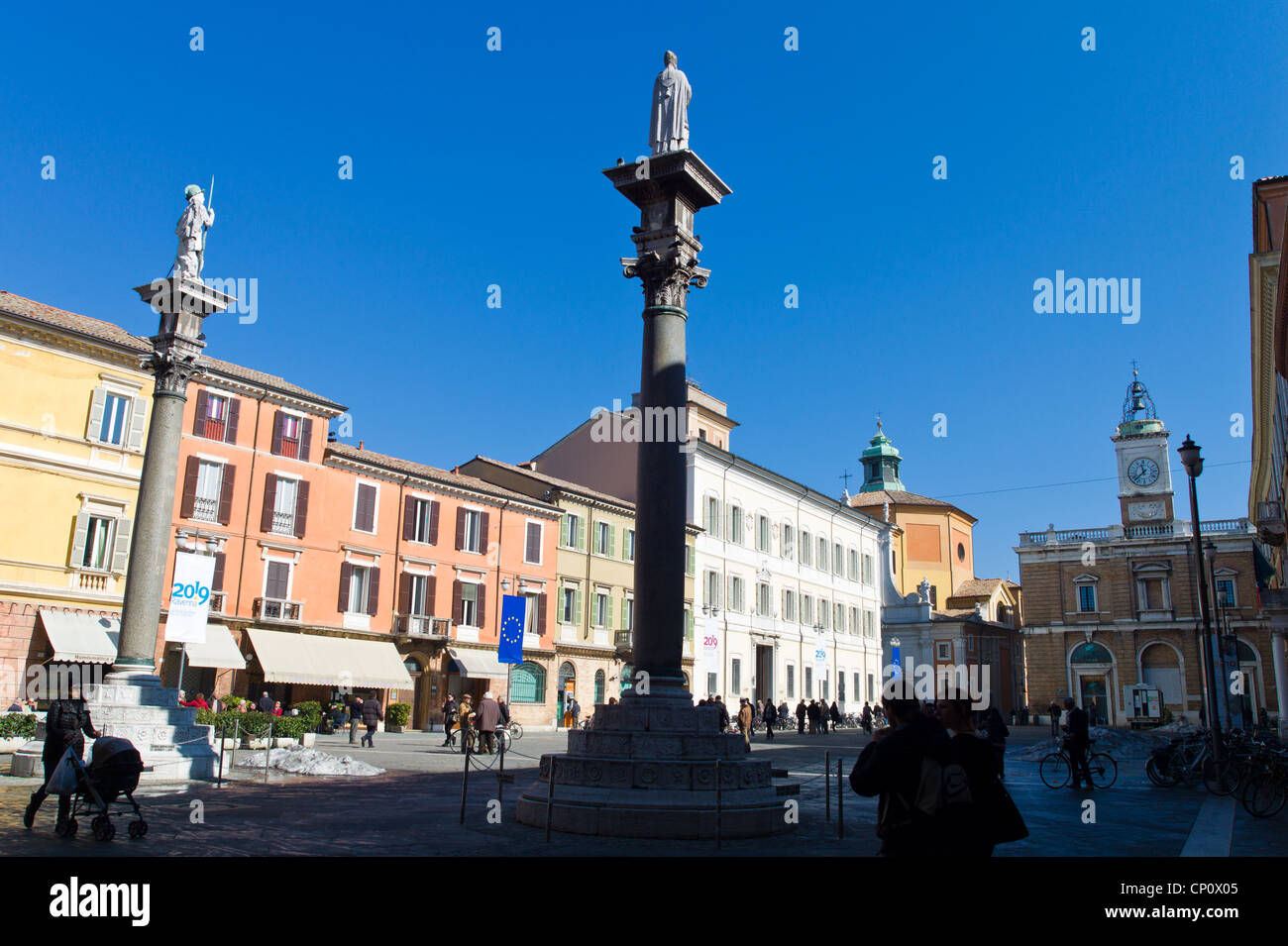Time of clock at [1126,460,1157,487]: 11:37
